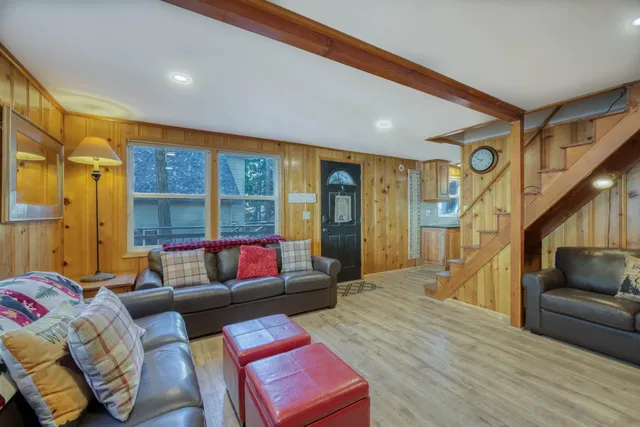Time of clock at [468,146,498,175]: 9:37
